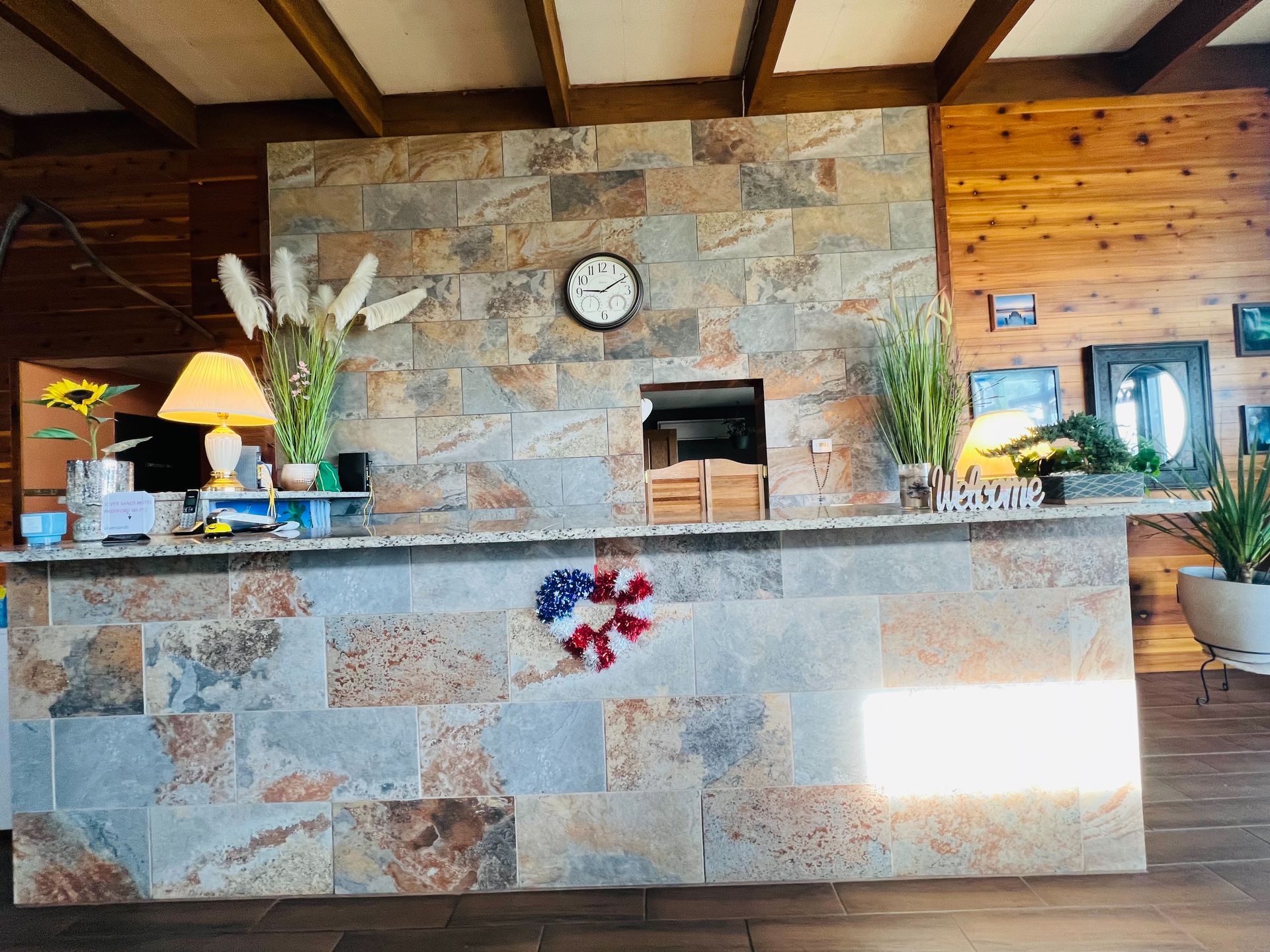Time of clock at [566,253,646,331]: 9:10
